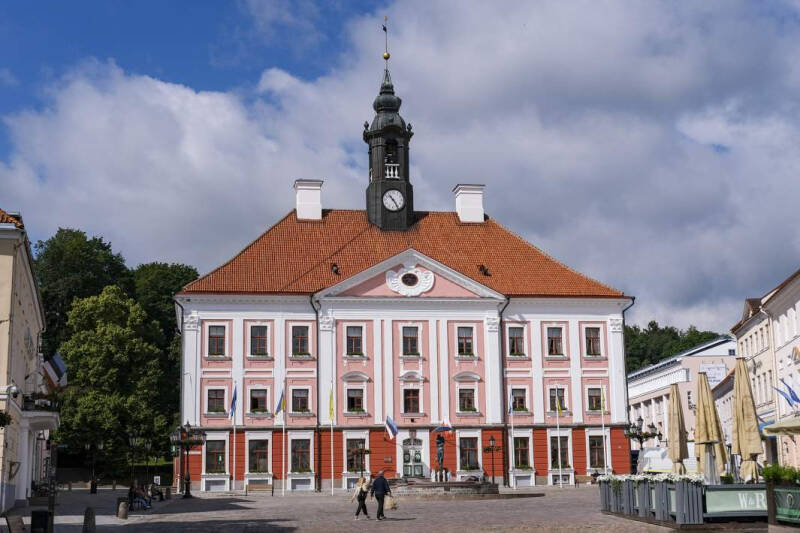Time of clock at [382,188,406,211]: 10:24
